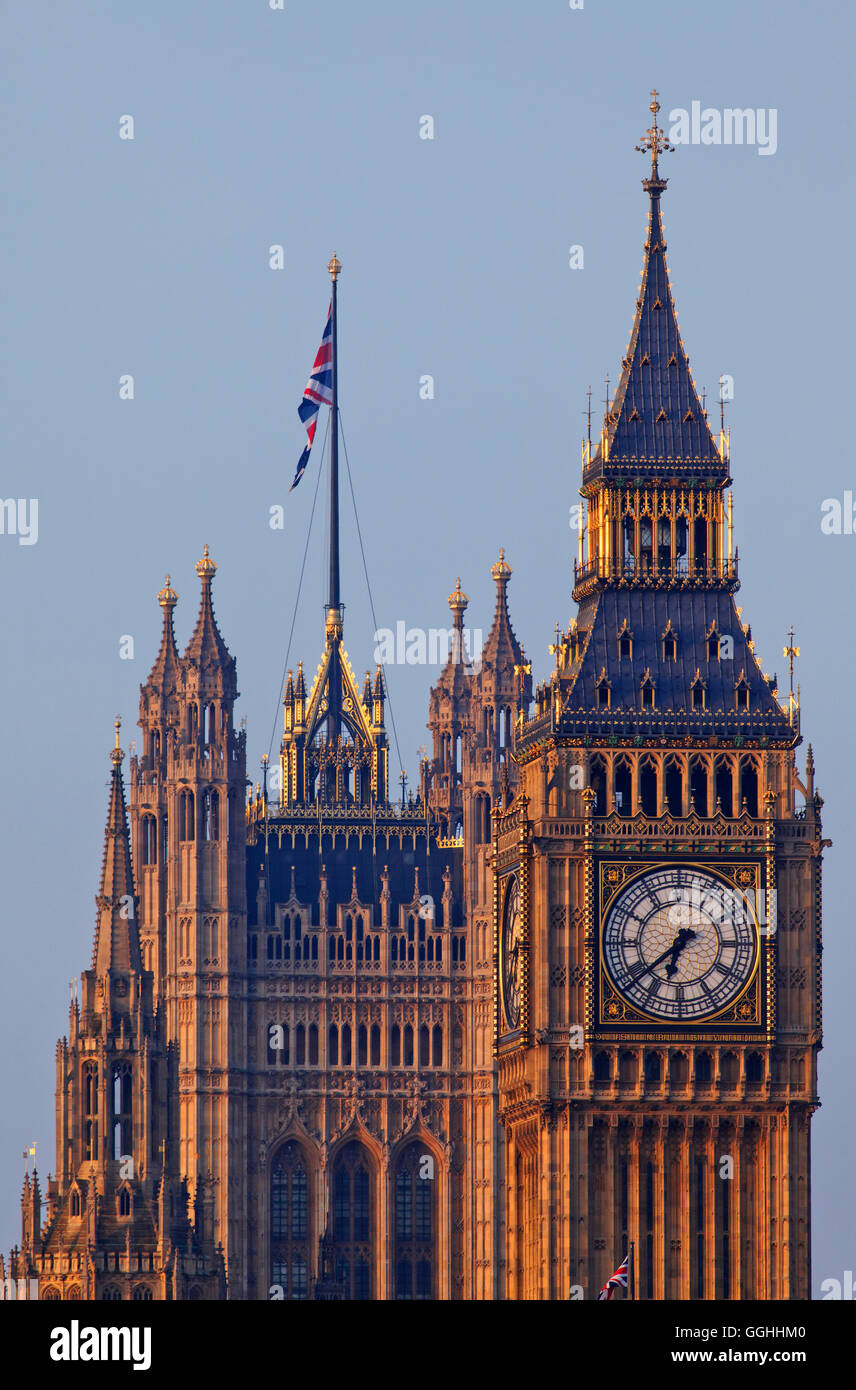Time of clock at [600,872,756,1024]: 6:38
